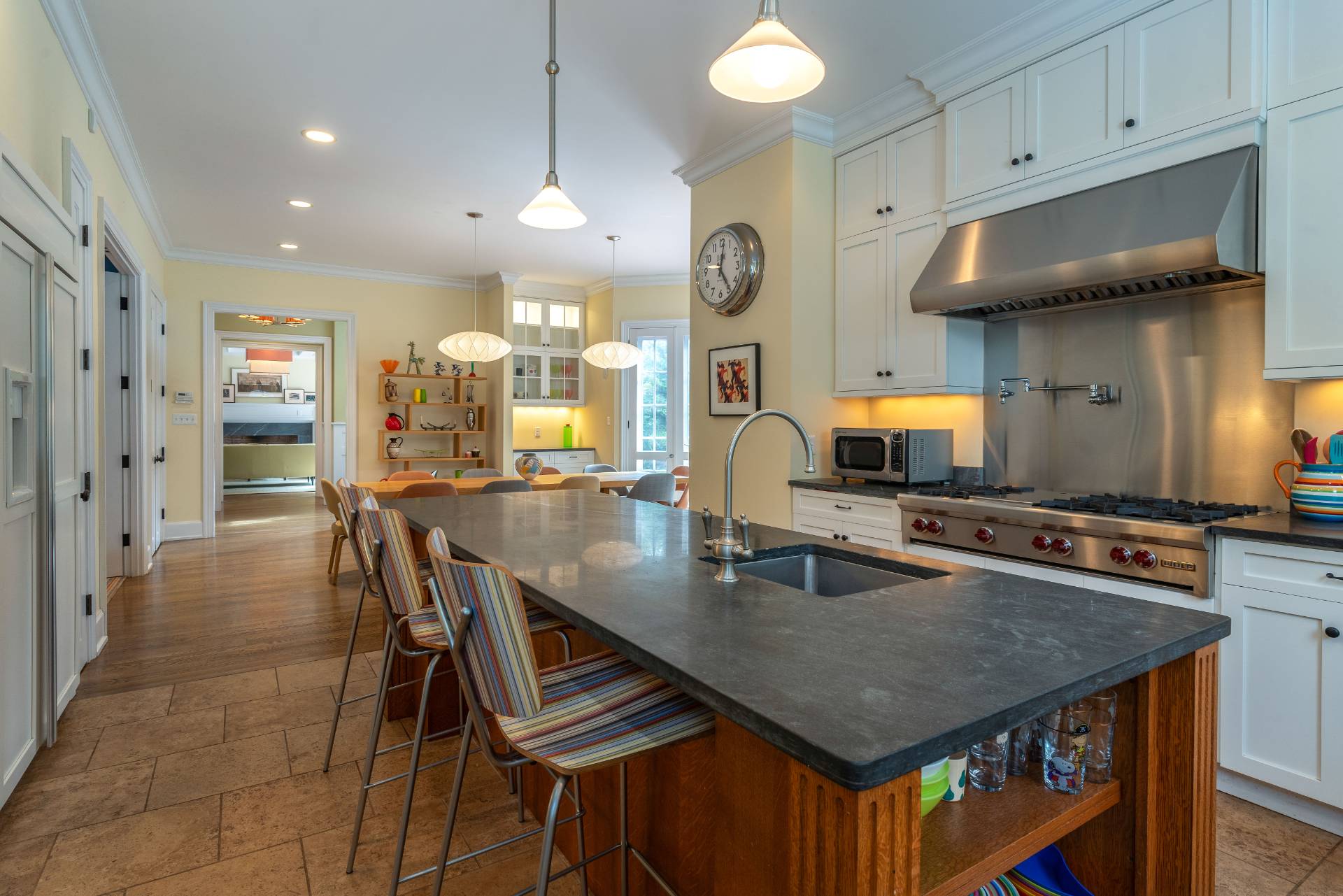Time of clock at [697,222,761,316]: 12:23
